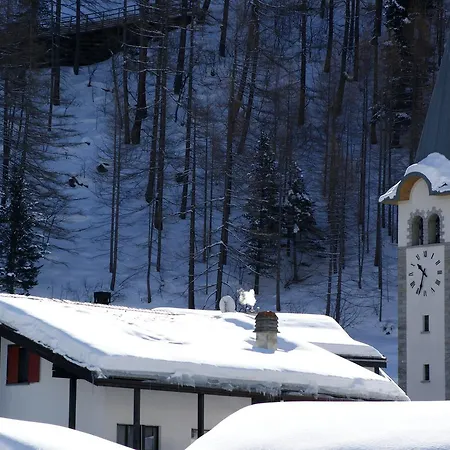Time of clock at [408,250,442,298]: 10:33
